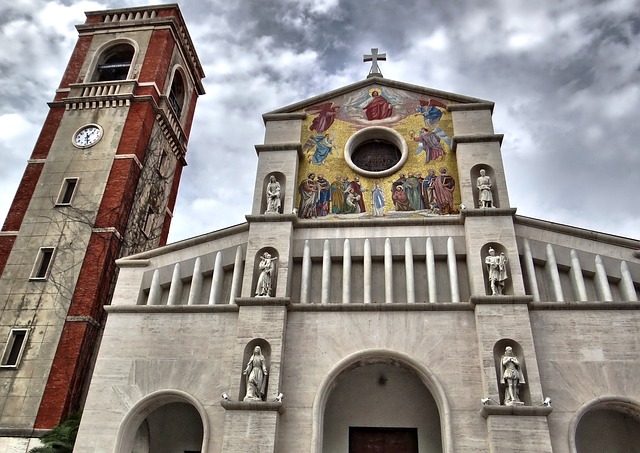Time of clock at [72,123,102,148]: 1:28
